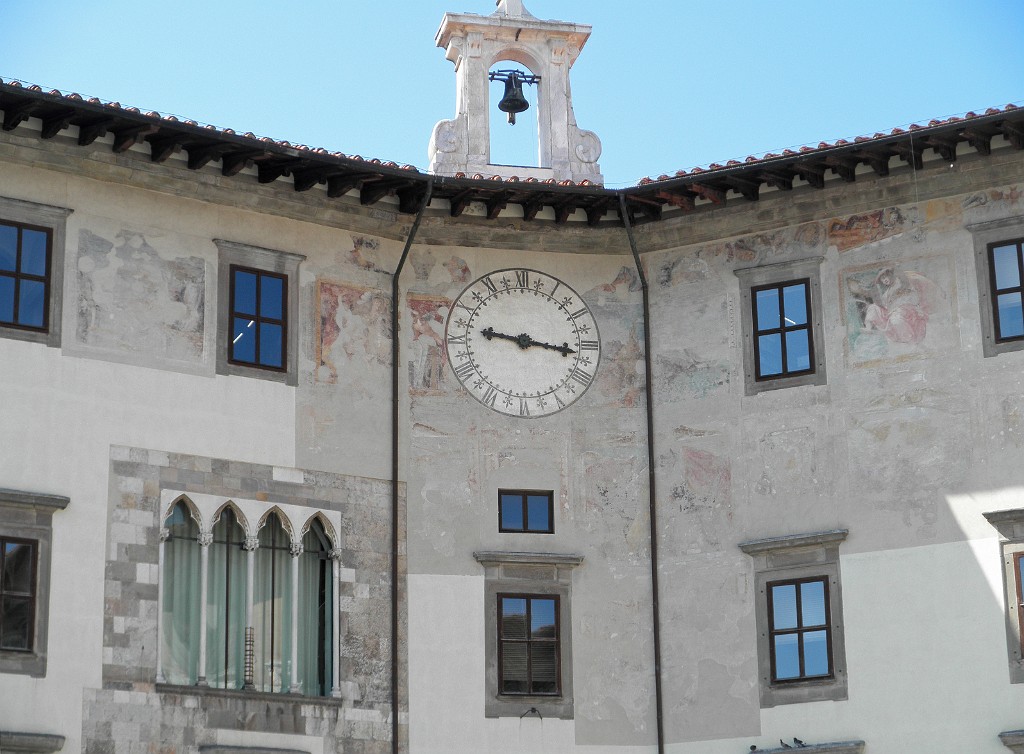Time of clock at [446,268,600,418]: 9:16
